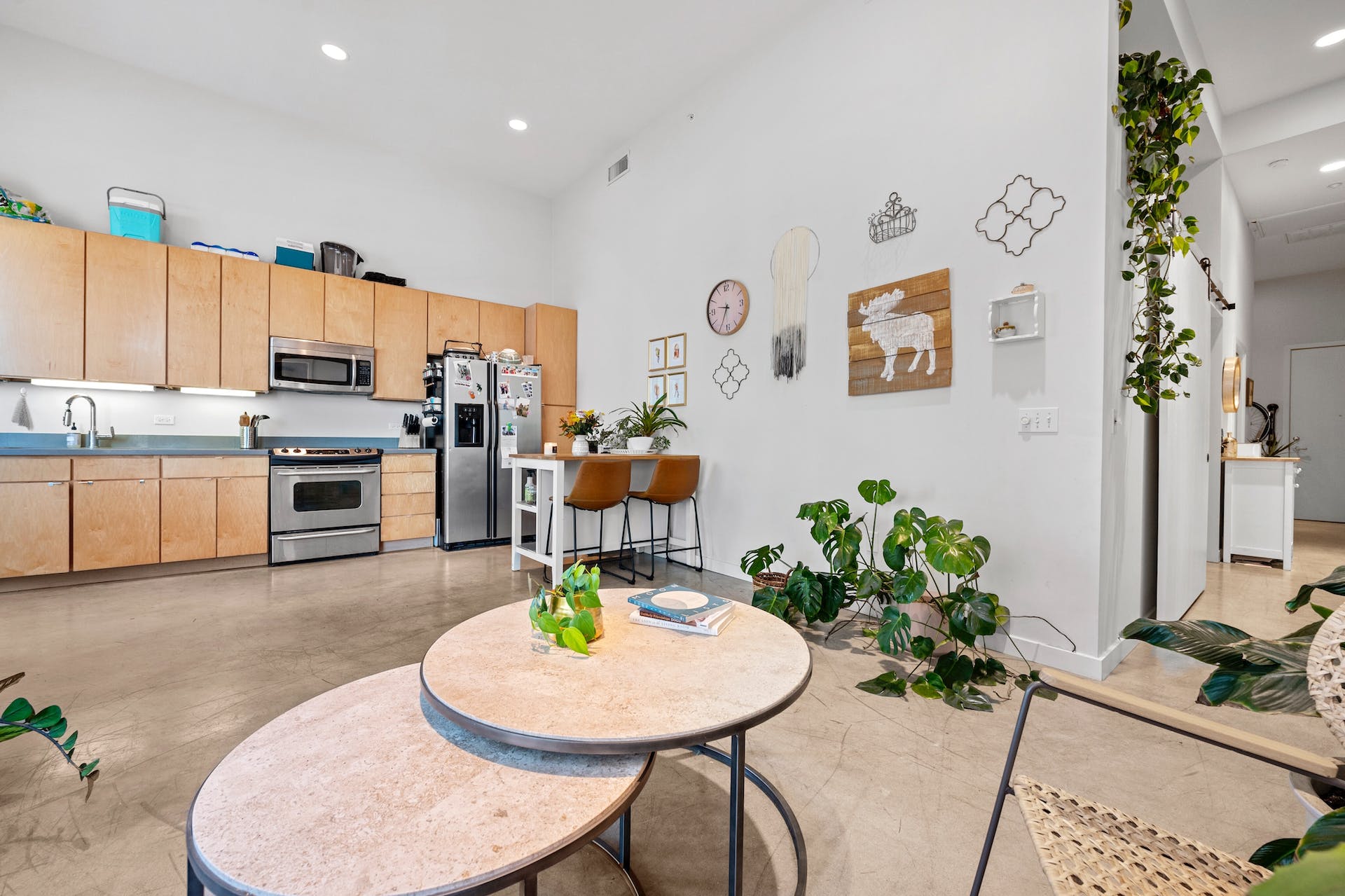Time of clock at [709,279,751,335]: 9:34
